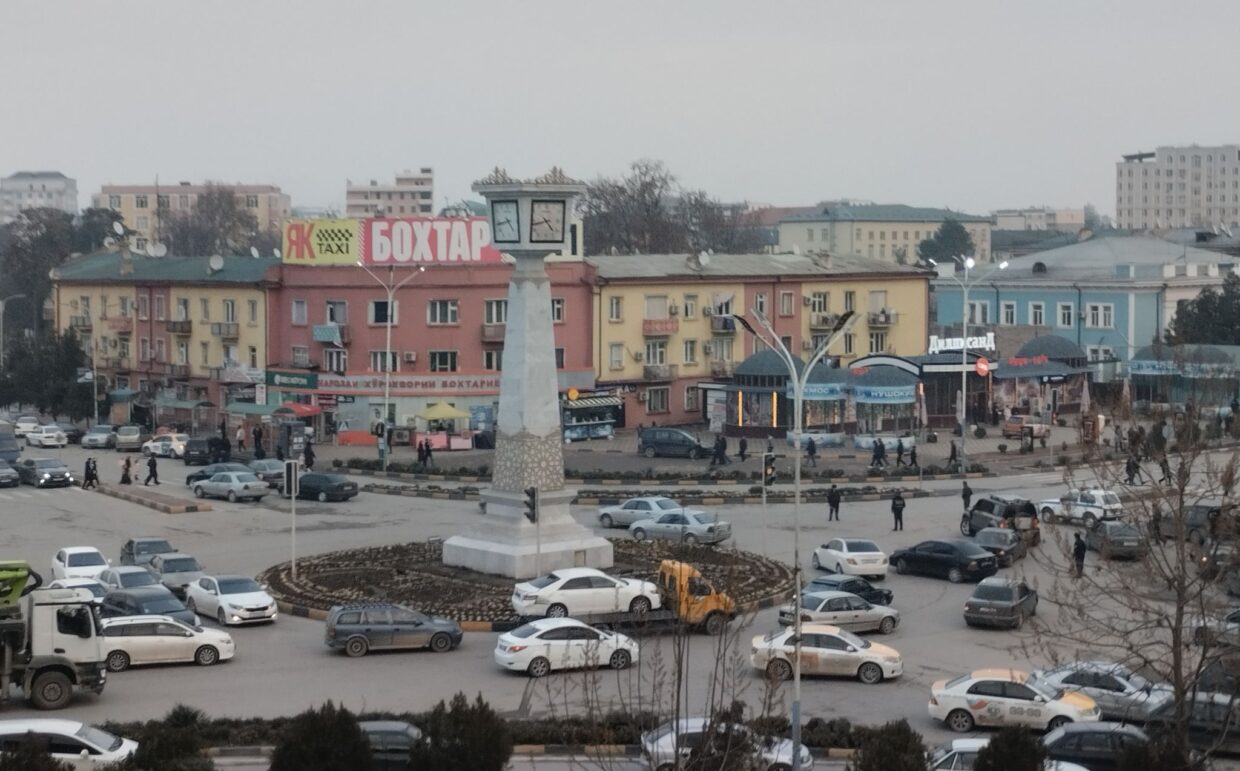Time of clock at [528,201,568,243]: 4:42
